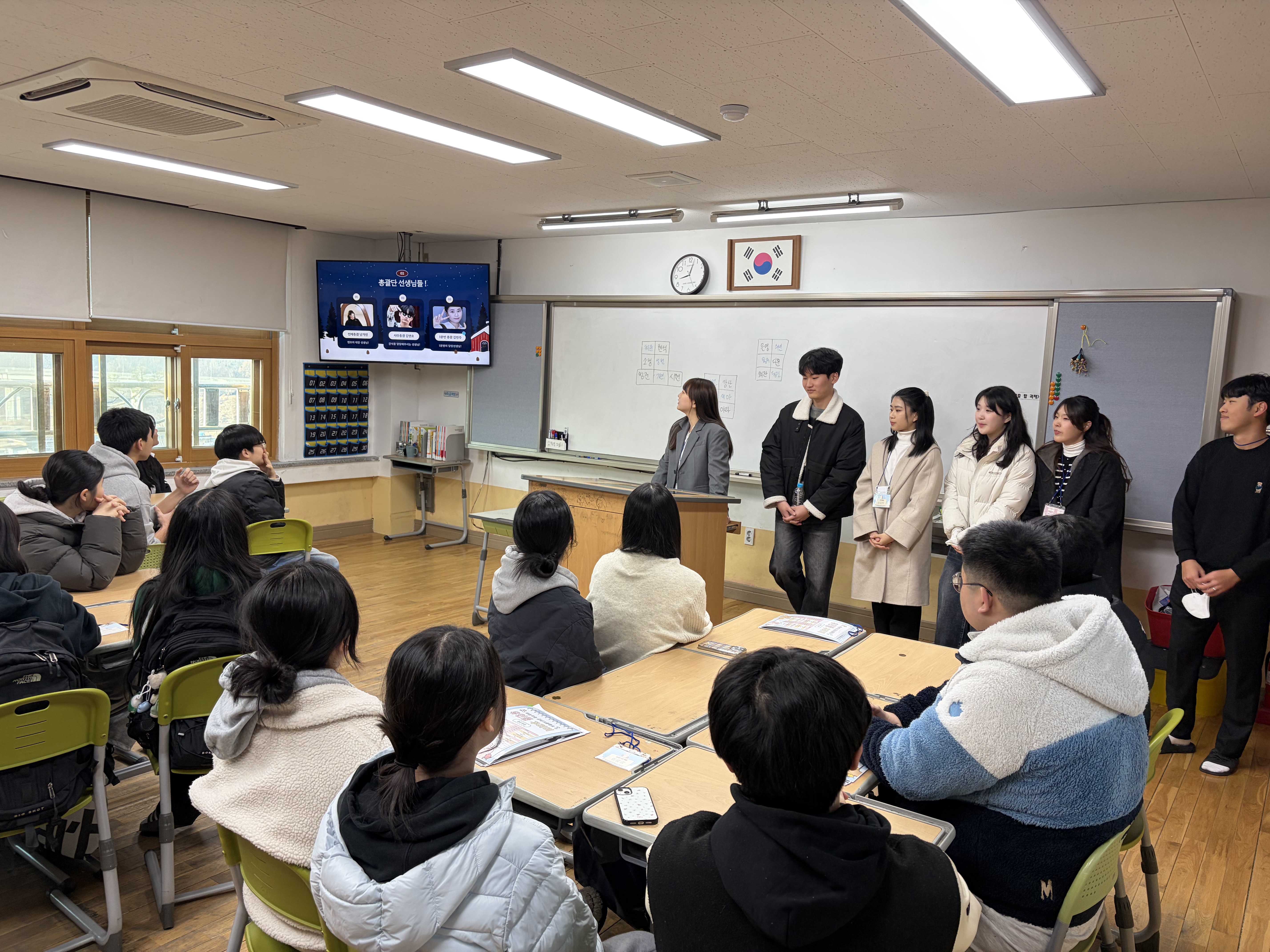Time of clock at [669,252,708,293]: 9:02
